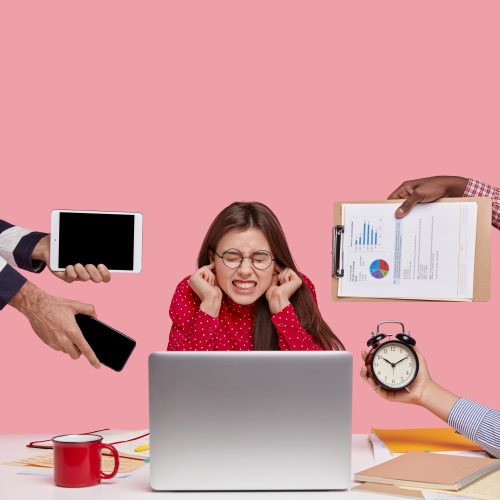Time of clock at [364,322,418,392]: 10:10
